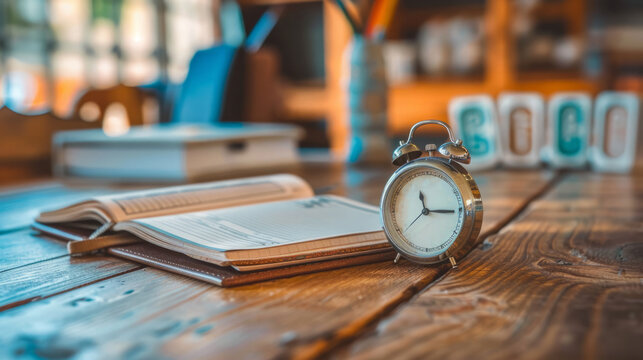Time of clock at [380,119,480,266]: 11:15
